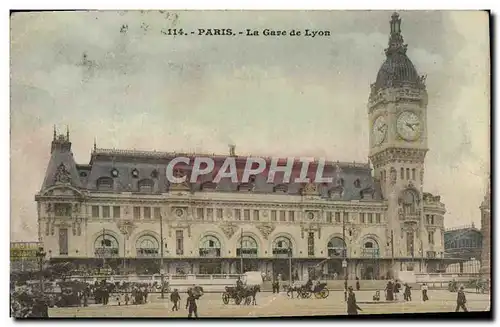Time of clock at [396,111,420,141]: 4:12
